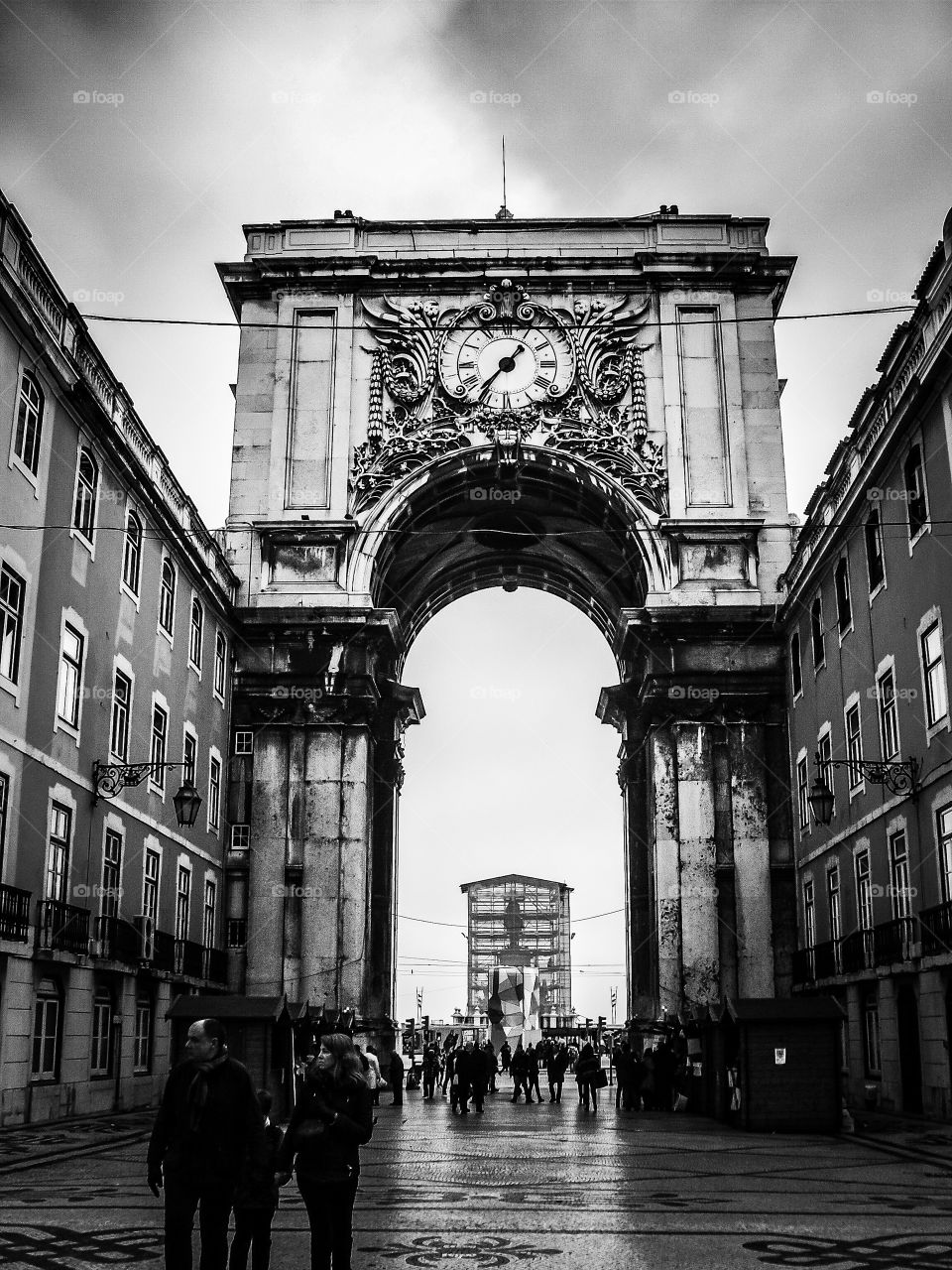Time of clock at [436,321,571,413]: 1:36
